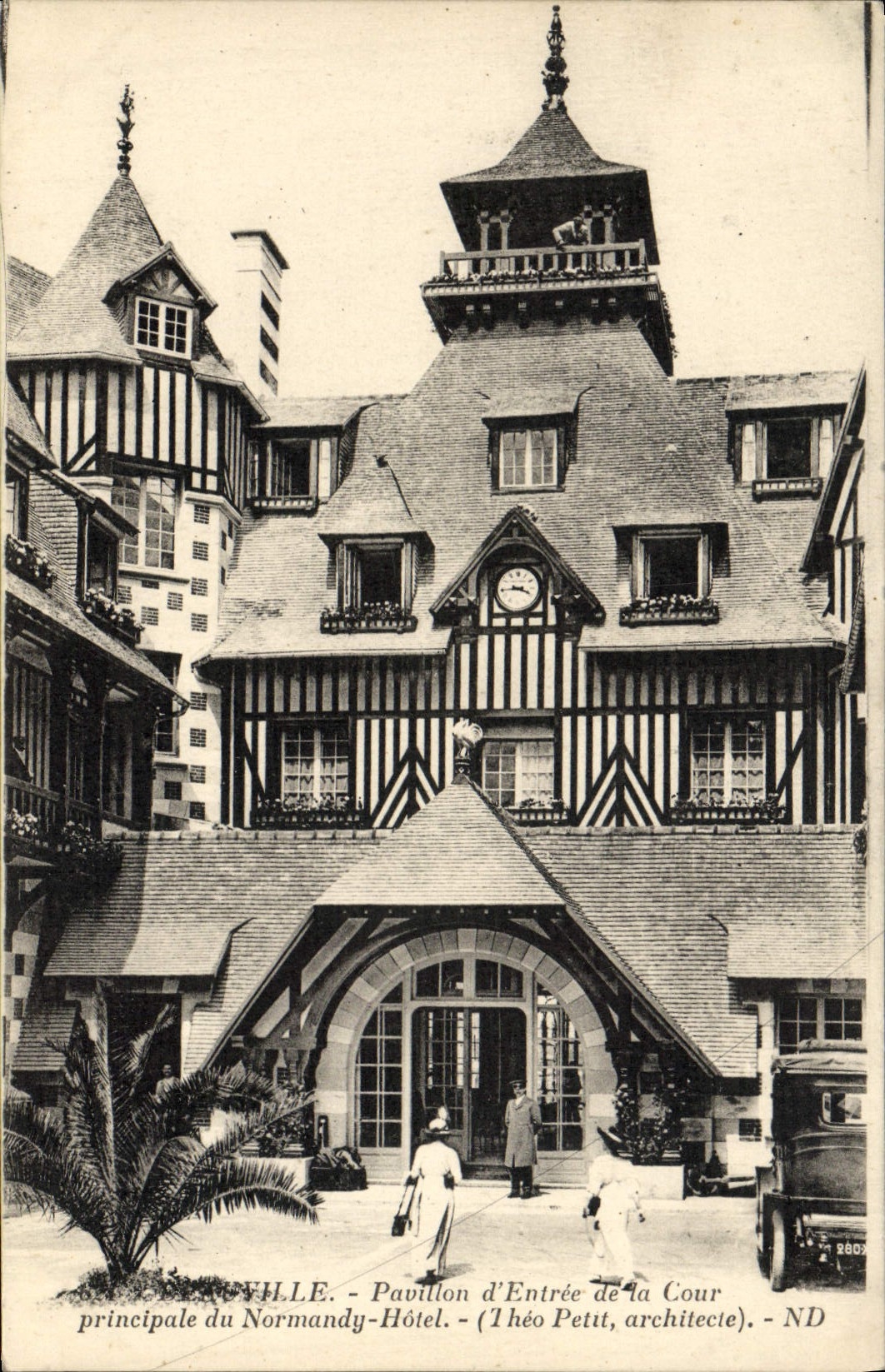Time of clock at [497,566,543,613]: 3:43
